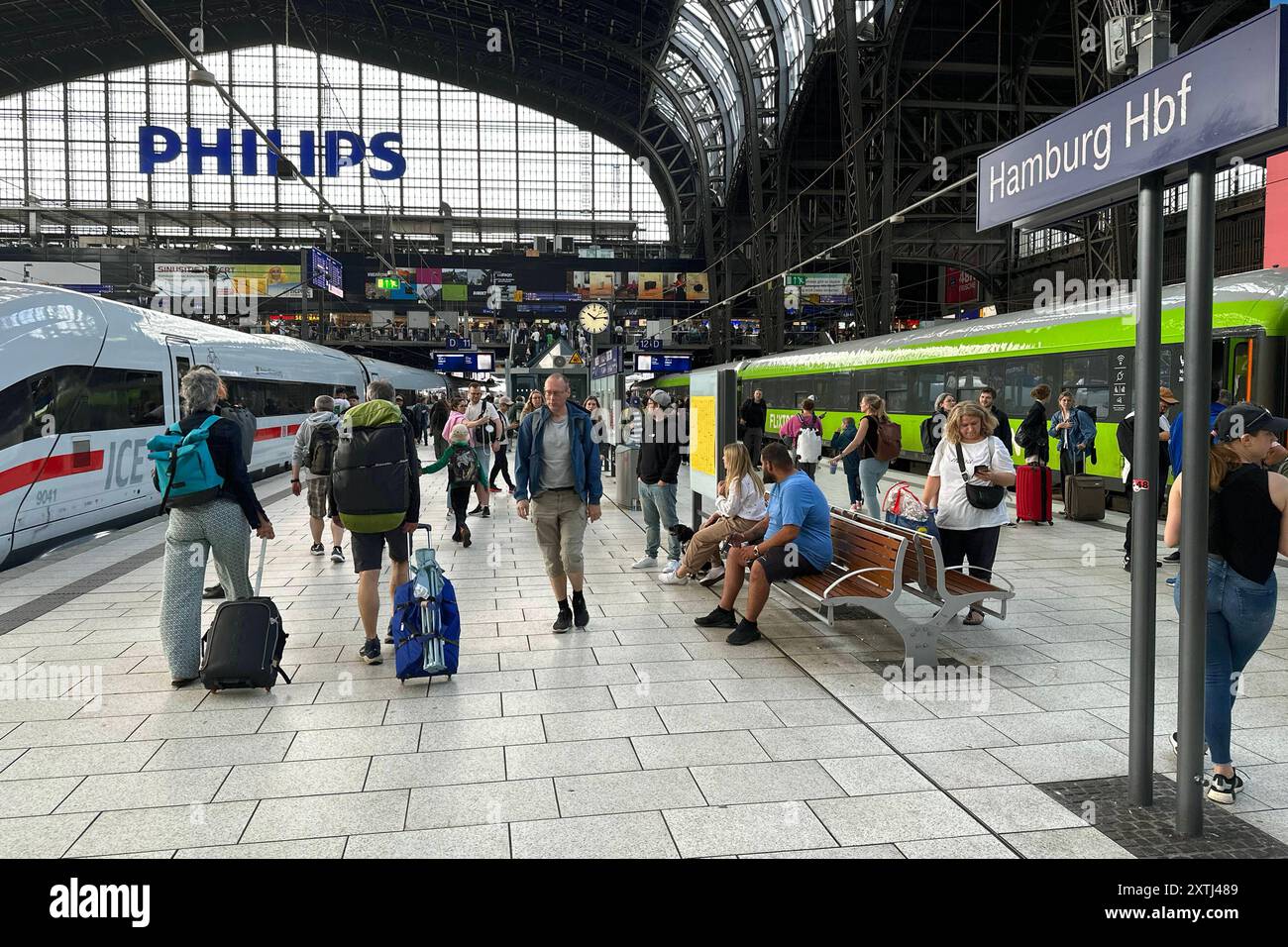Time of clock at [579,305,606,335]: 10:13
